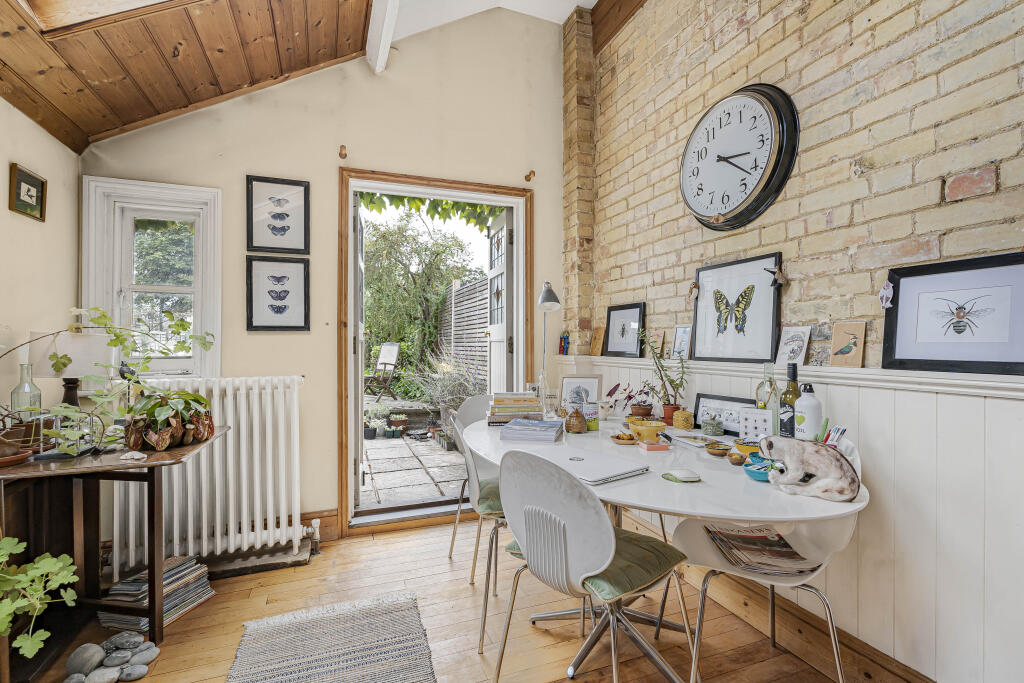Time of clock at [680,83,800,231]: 3:21
